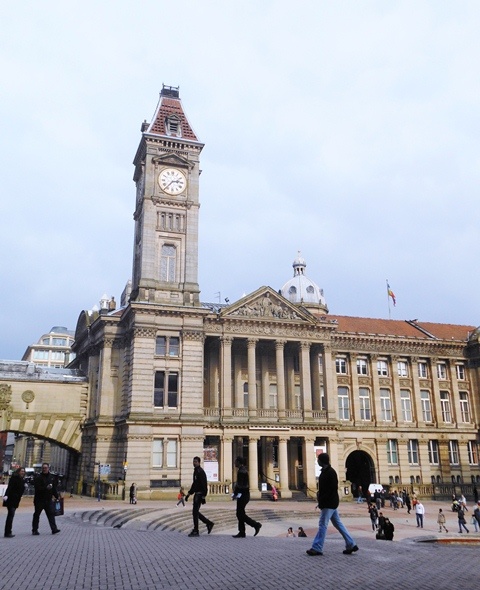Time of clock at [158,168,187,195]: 2:36
